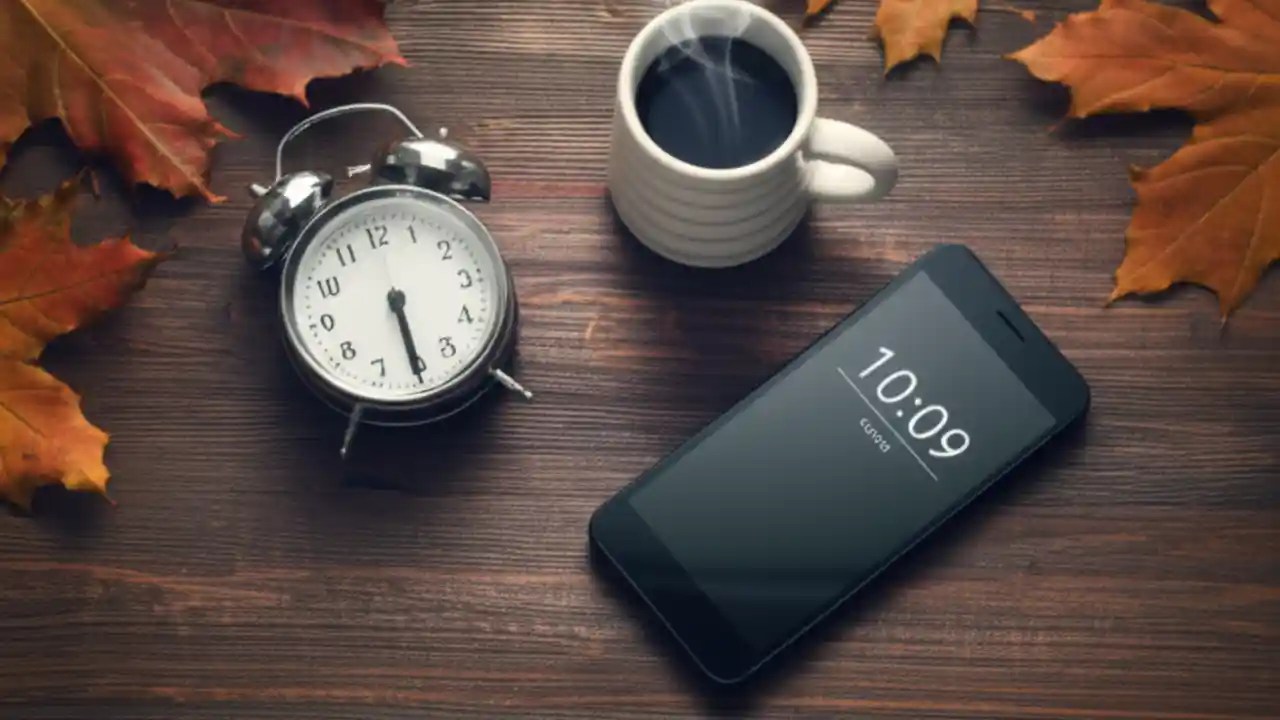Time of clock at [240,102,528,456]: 6:30
